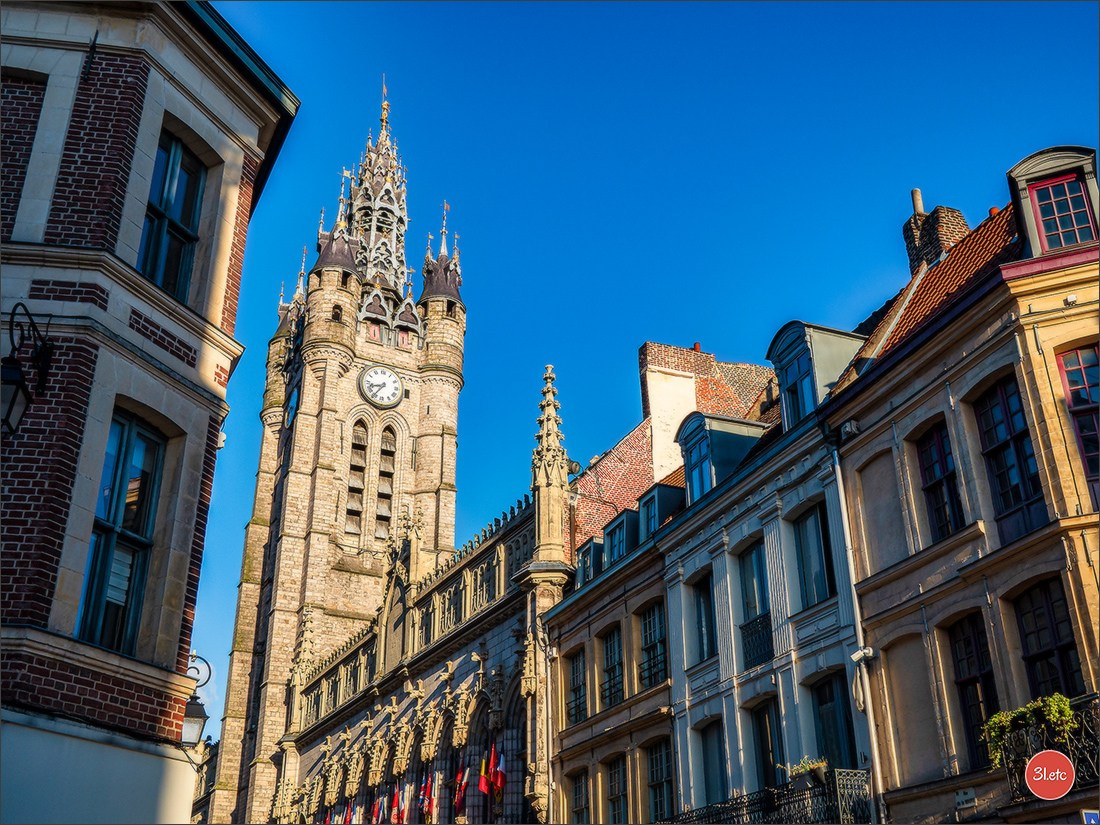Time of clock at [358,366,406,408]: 8:36
